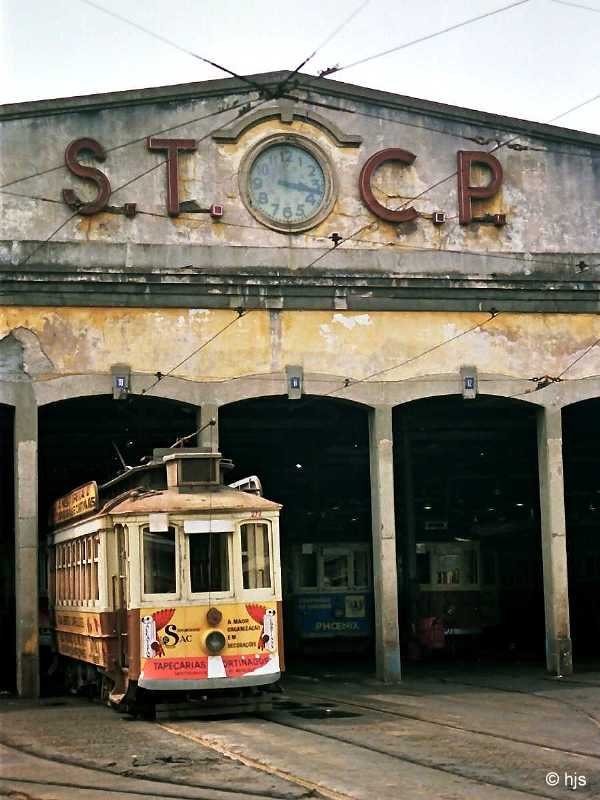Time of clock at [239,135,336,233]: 3:17
